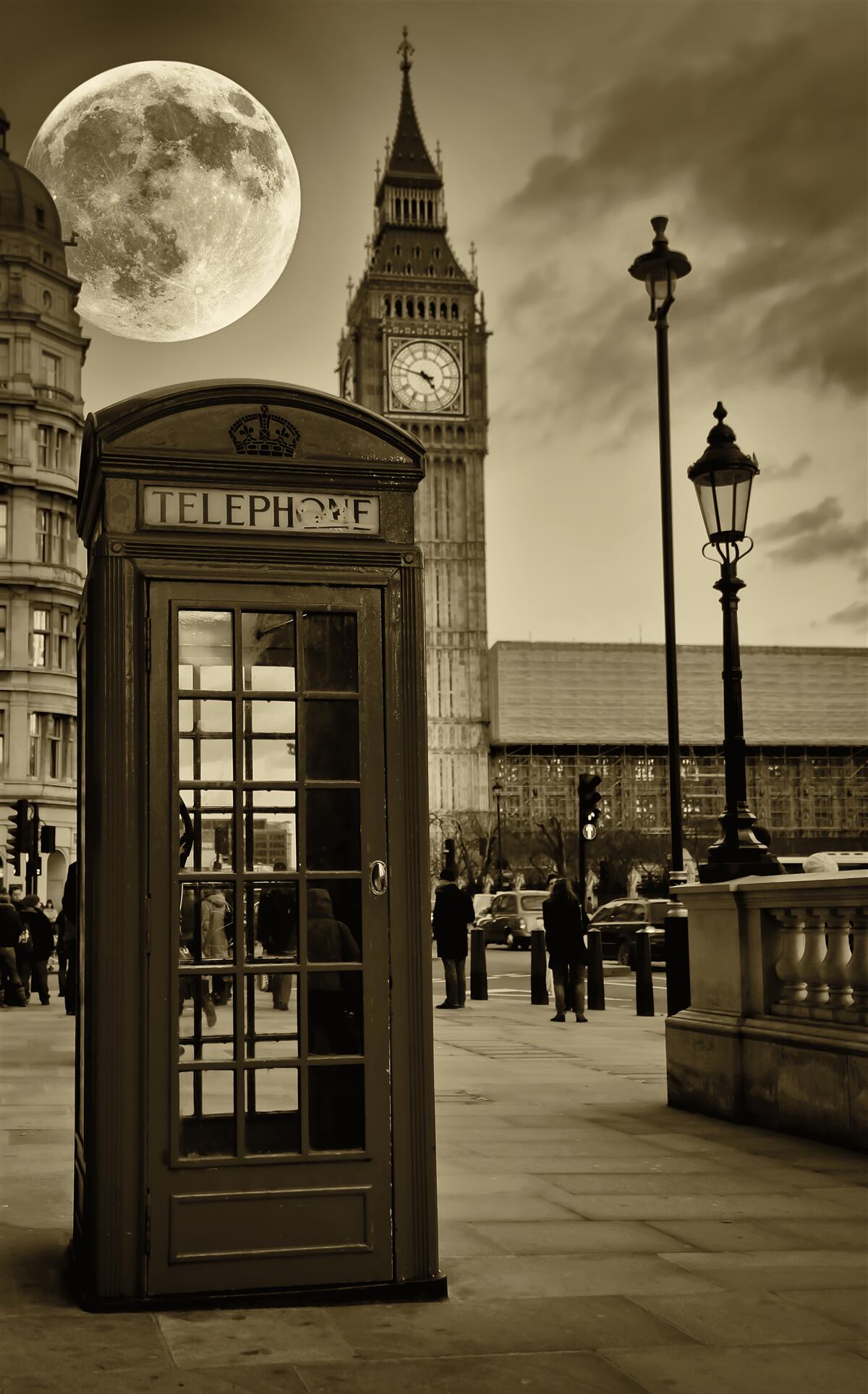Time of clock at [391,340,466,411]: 4:47
